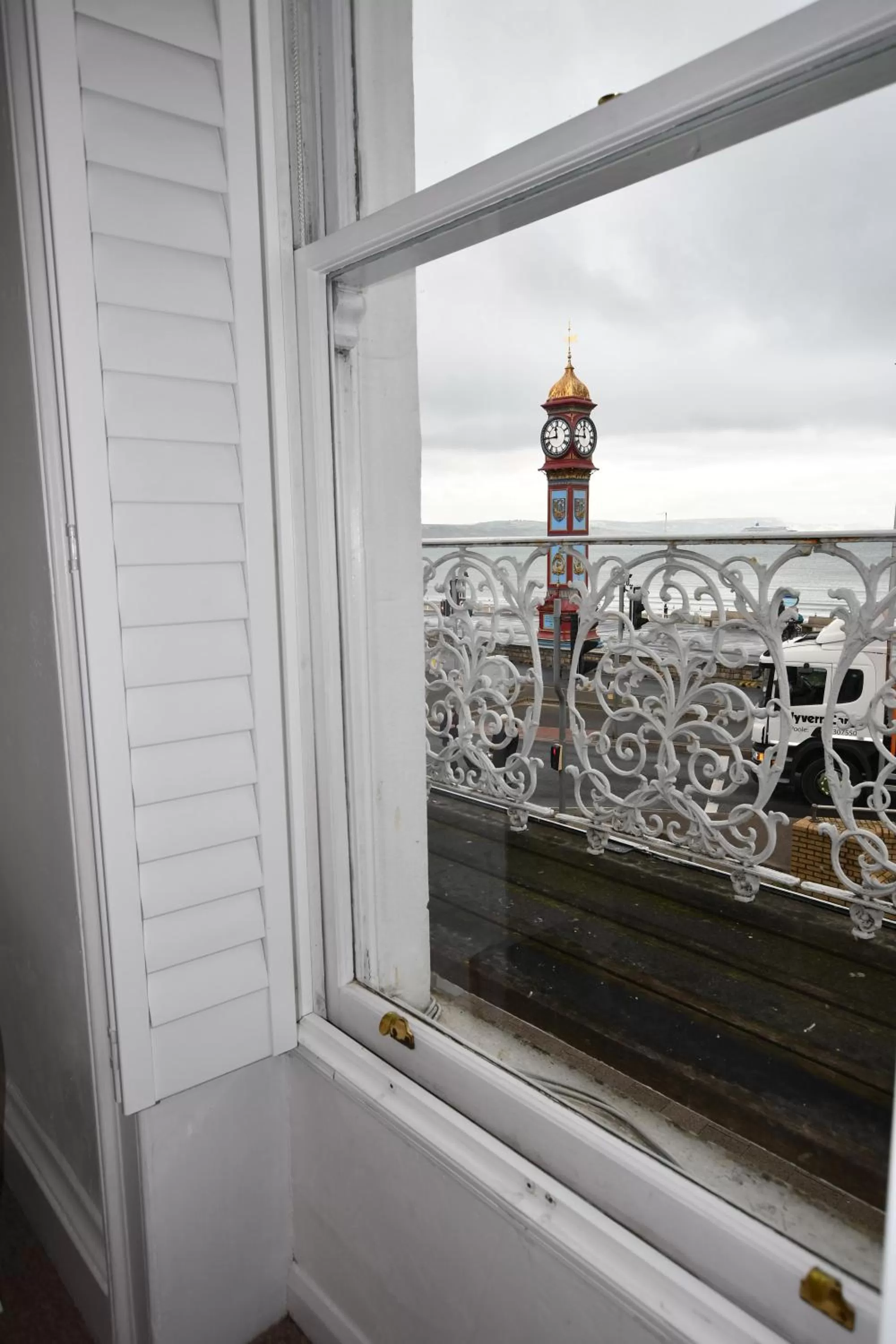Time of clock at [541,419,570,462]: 11:44
